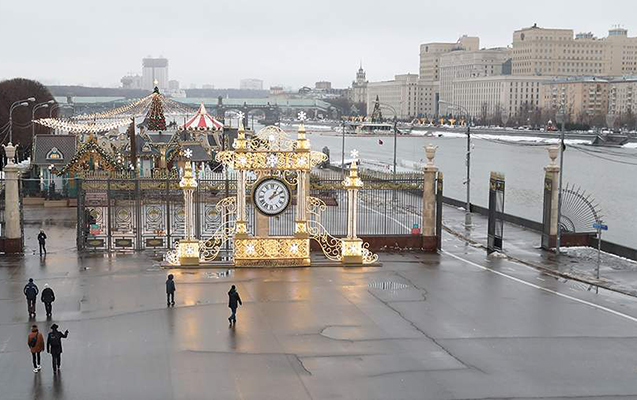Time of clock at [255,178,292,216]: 1:10
